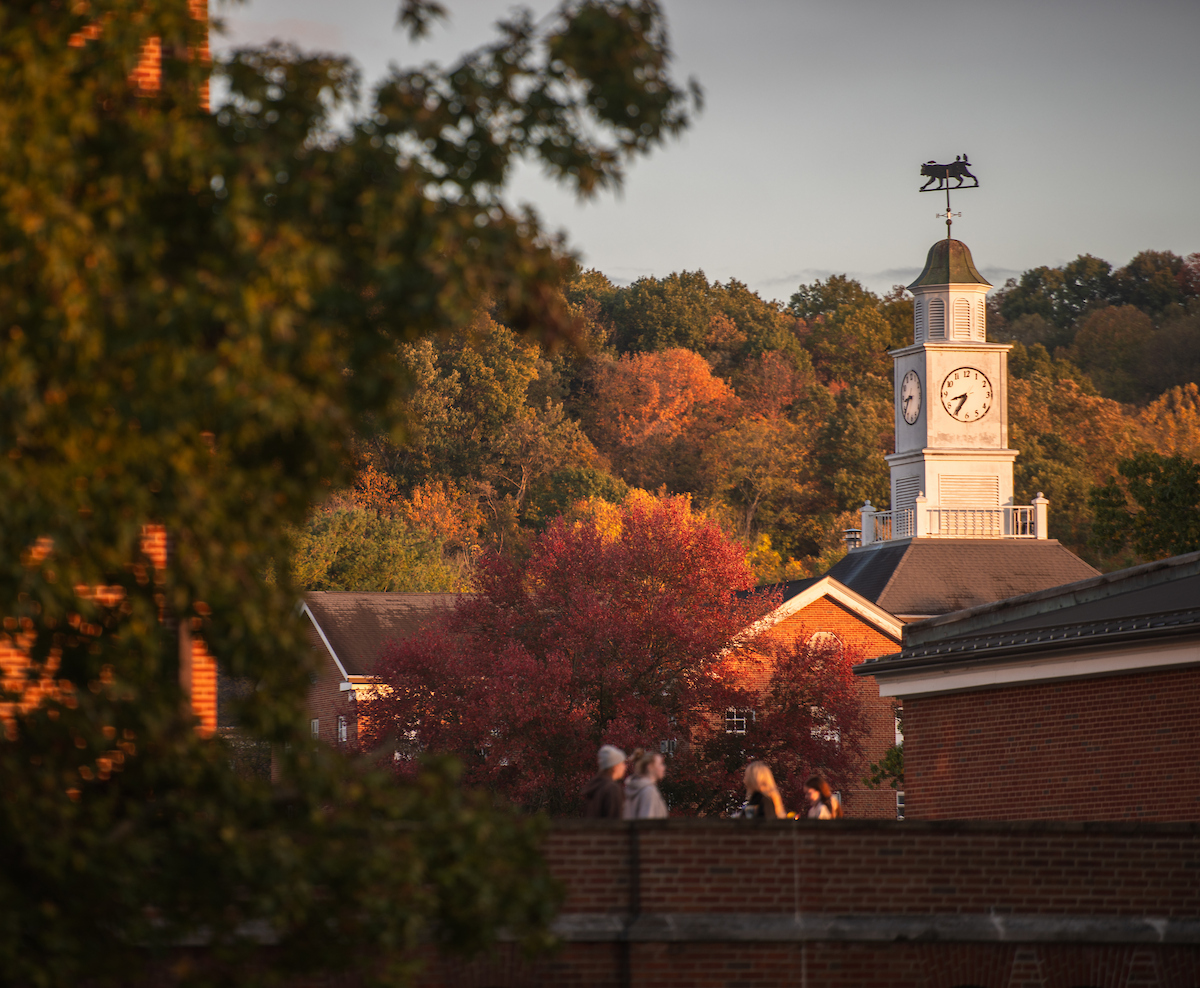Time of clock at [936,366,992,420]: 8:35
